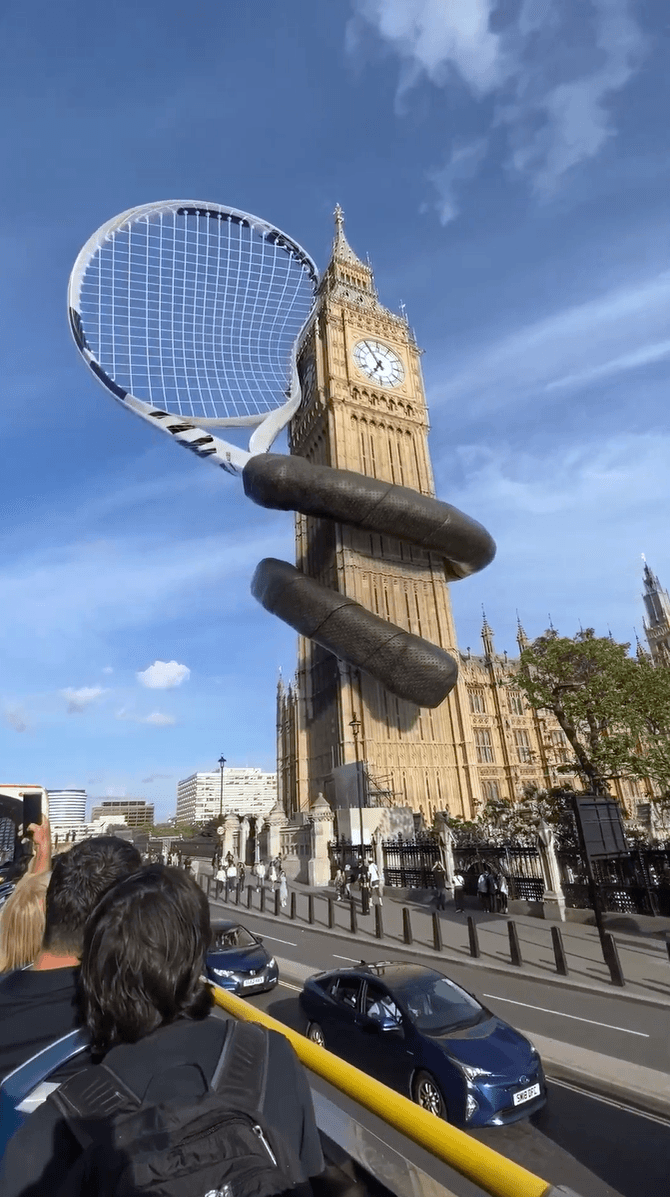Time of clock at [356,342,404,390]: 6:54
